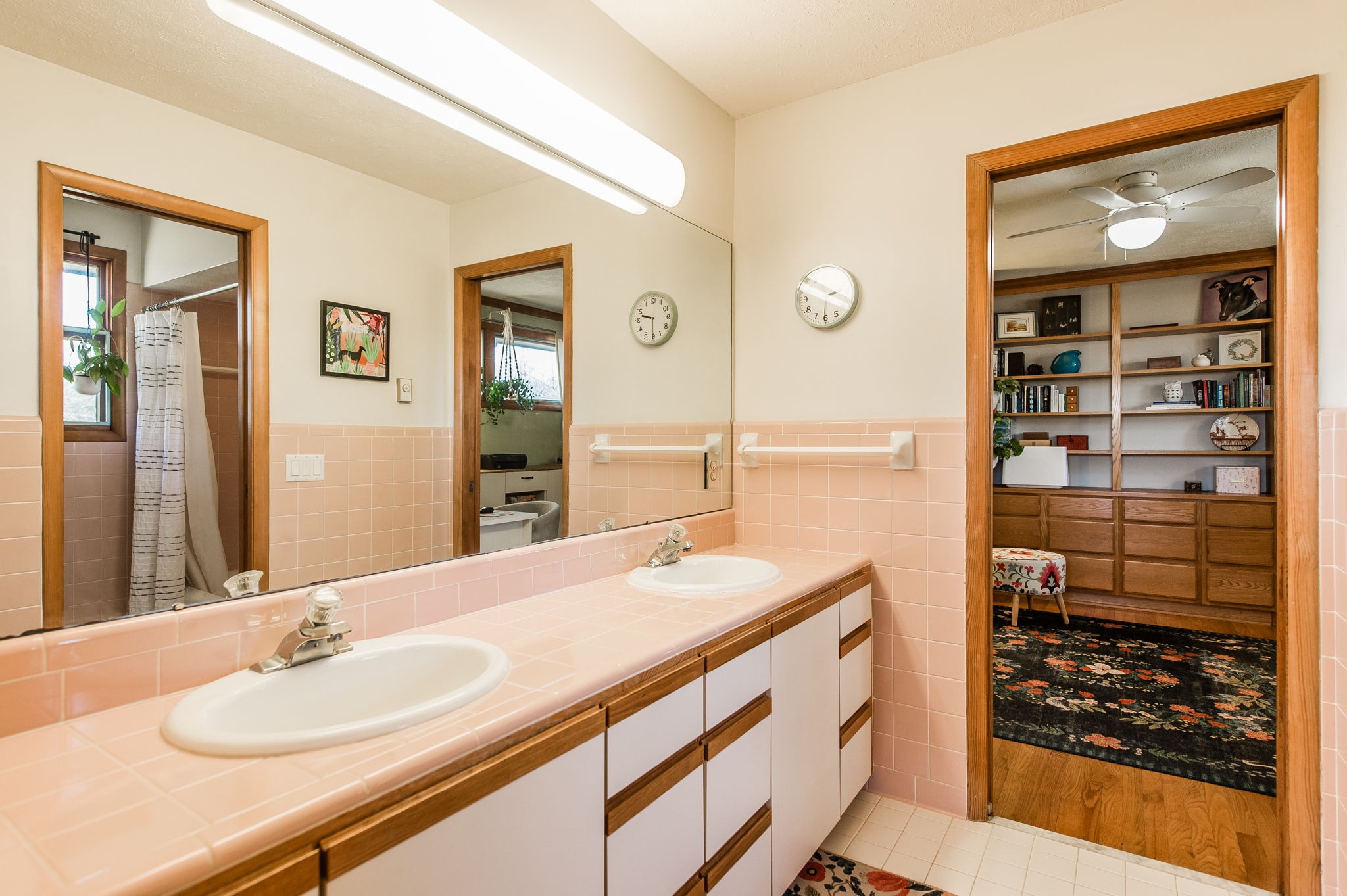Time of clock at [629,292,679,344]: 9:30
